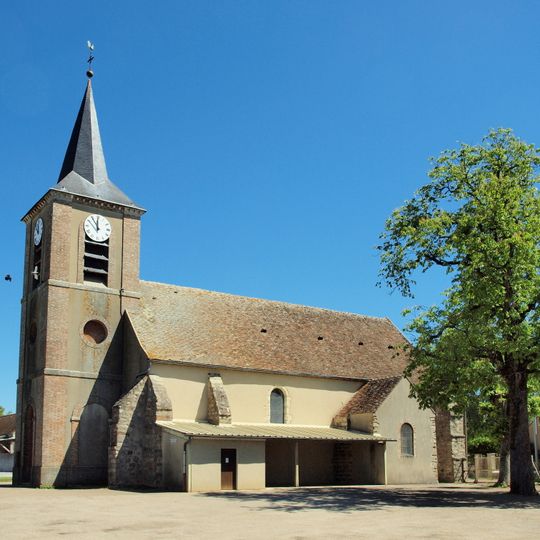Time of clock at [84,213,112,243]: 11:54
